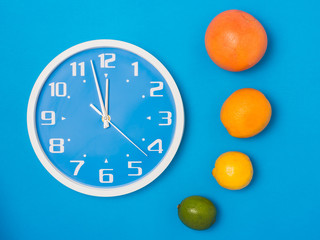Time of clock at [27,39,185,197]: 11:57
